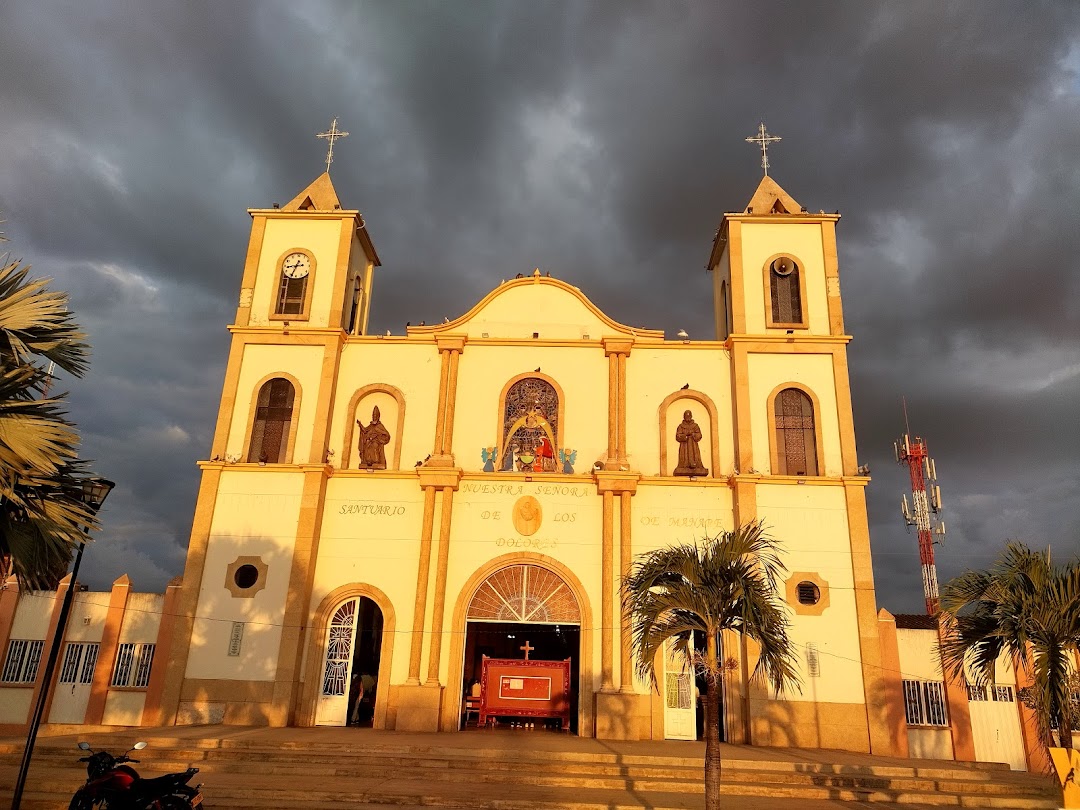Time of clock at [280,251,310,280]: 8:33
